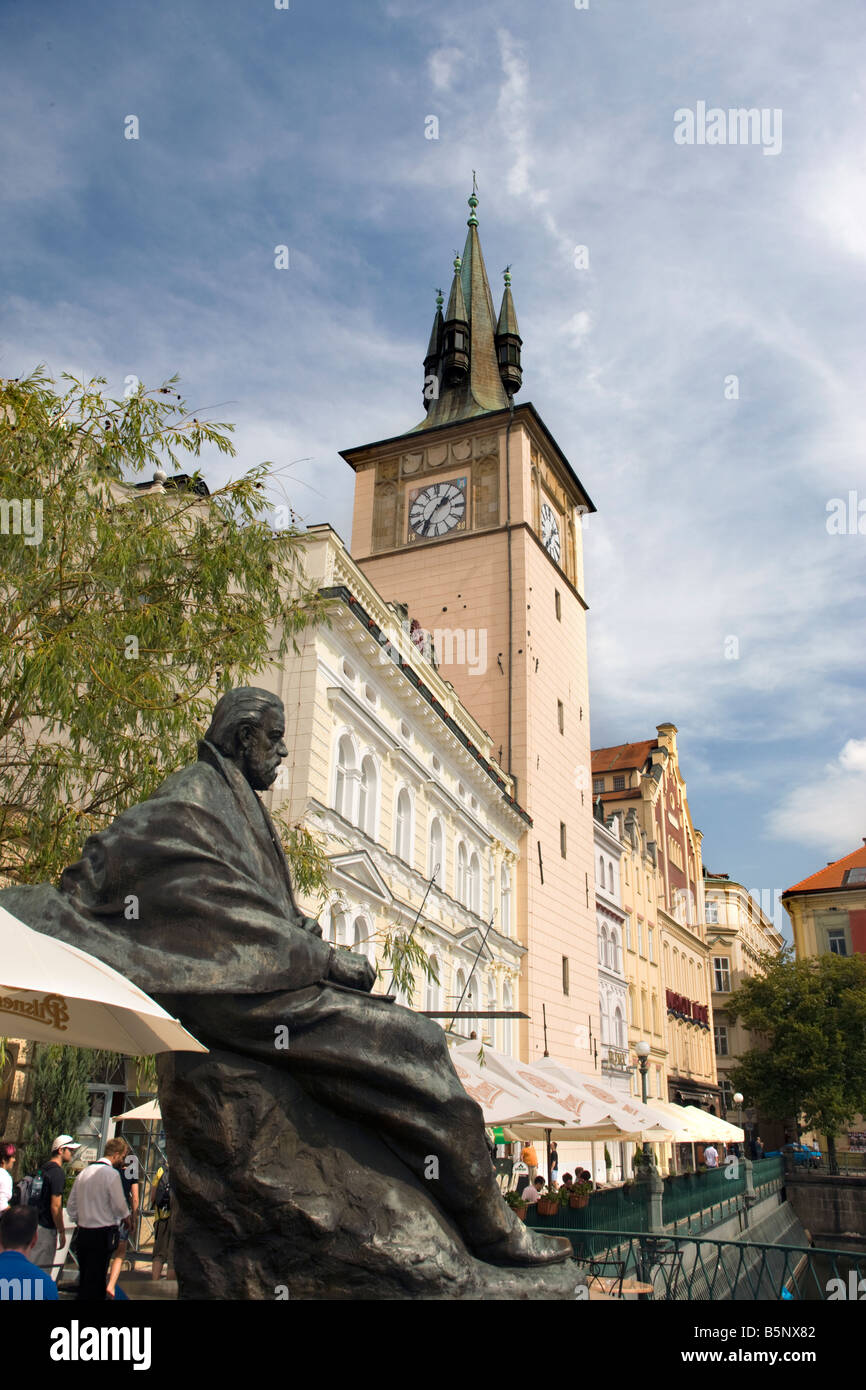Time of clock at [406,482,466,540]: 1:36
